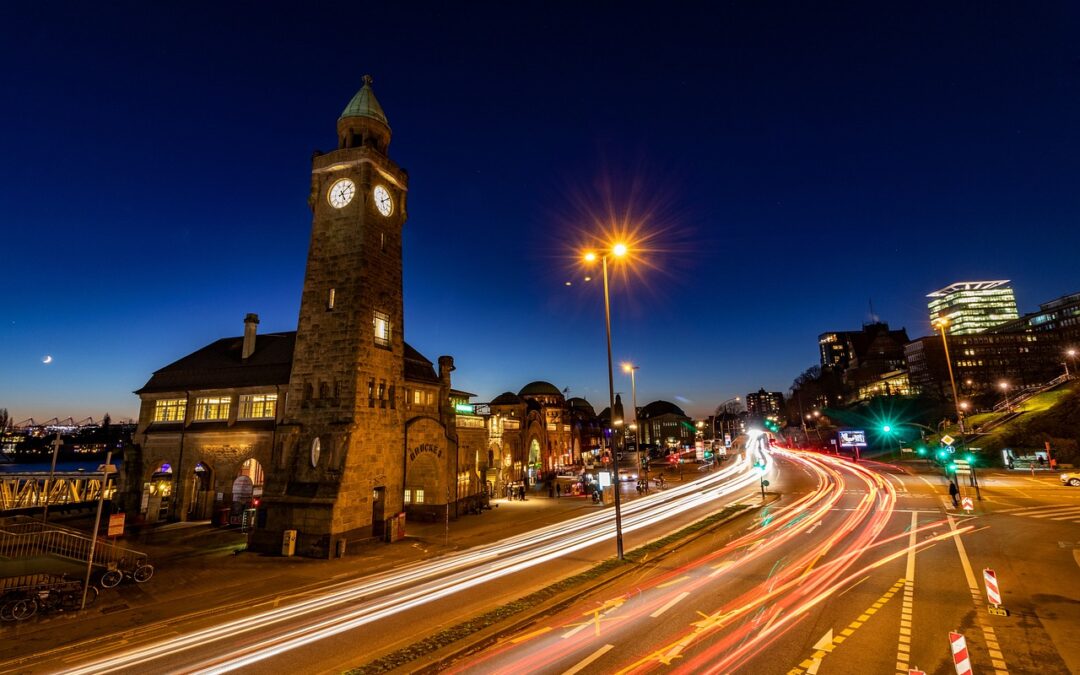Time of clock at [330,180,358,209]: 5:07
